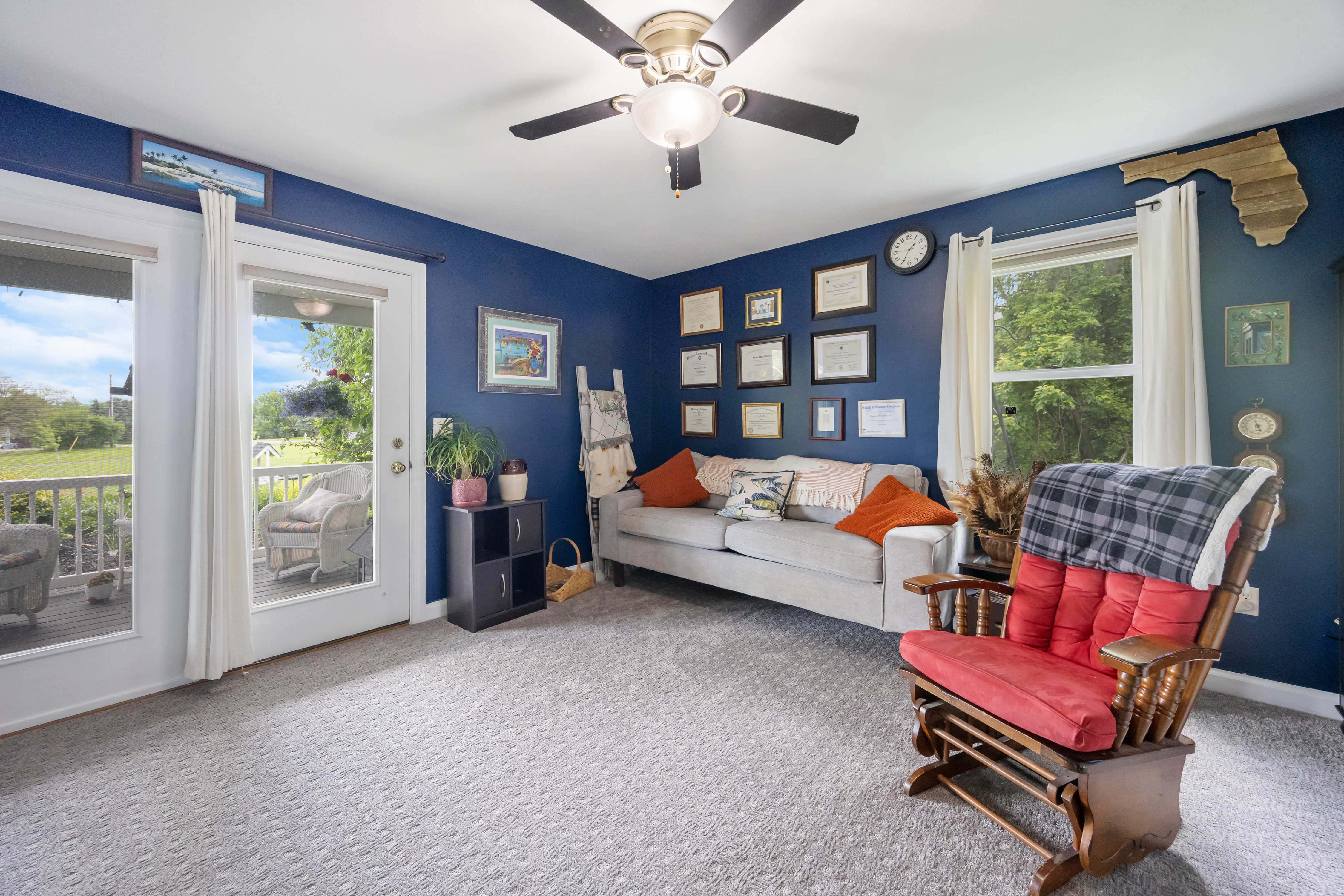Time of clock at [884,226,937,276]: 1:34
